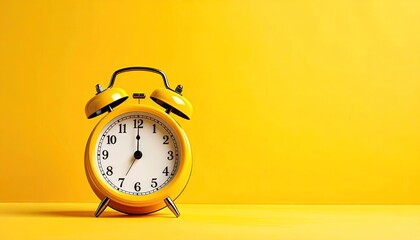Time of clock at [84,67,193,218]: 7:00
